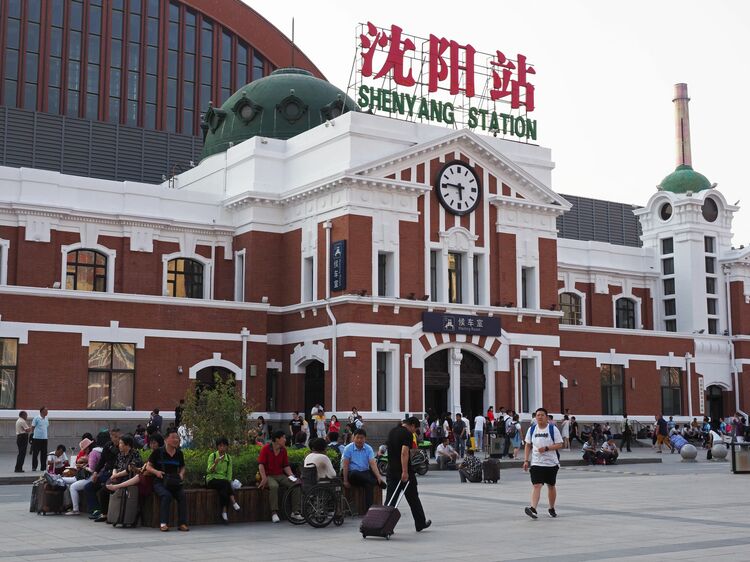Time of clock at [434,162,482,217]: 5:45
